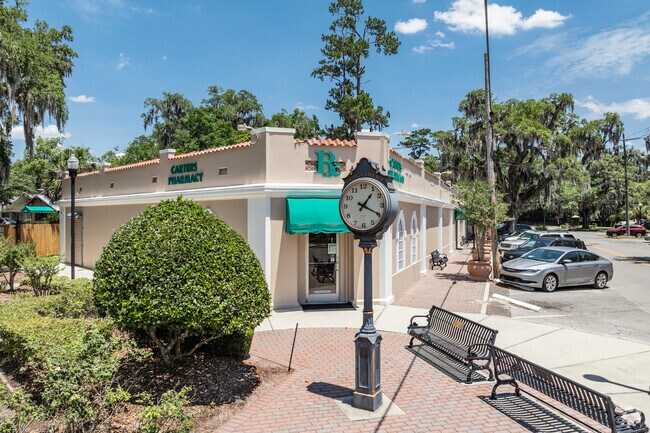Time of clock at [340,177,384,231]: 1:19
